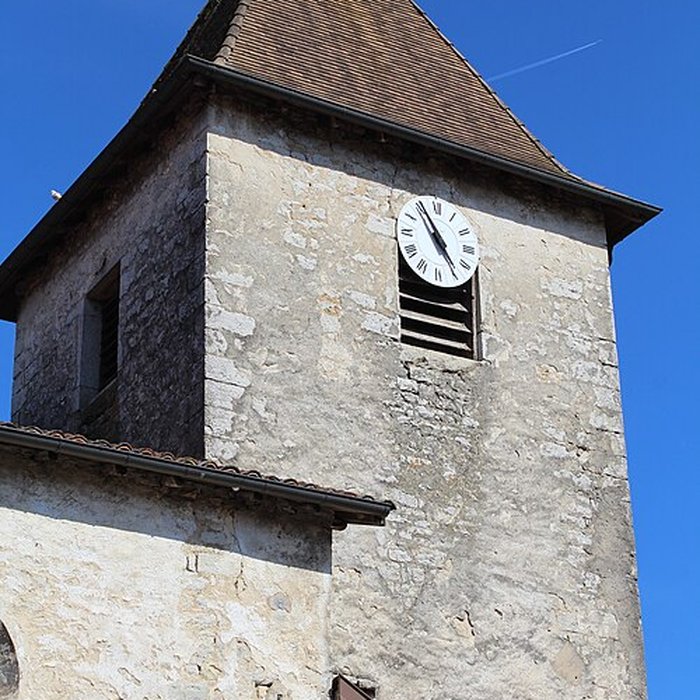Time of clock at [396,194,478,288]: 4:55
